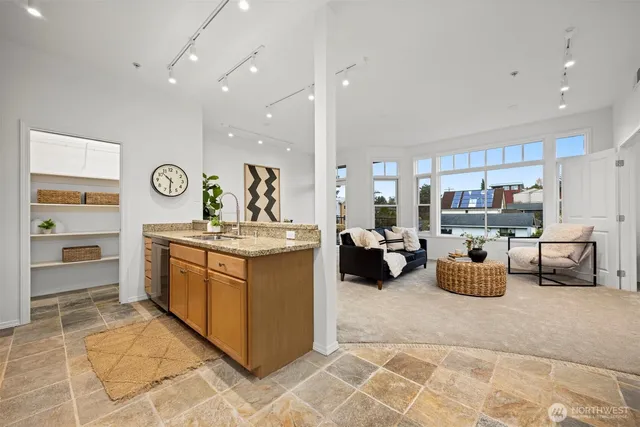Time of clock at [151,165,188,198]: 10:30
